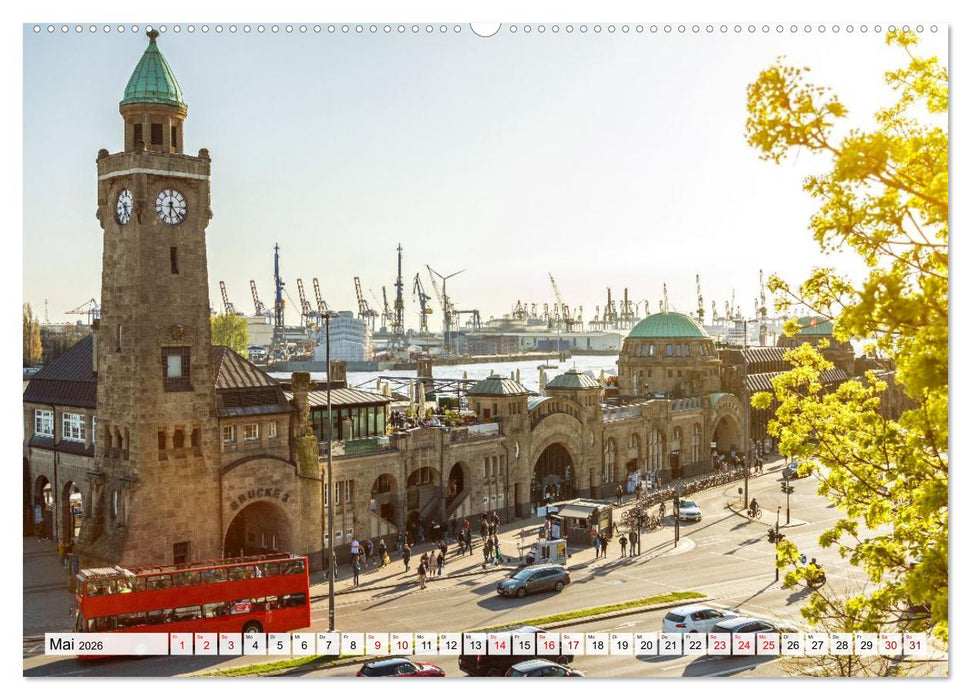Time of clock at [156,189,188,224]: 6:23
